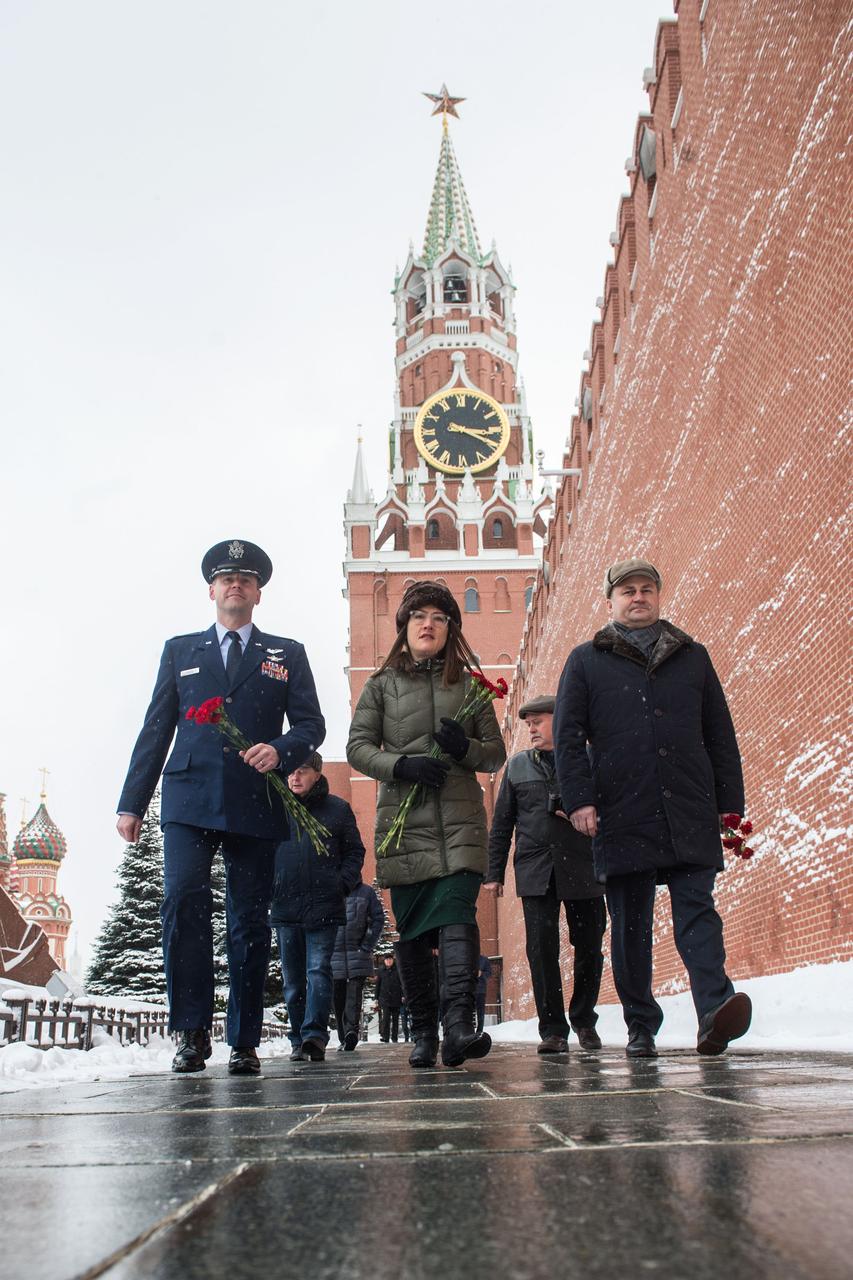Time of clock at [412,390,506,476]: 3:19
